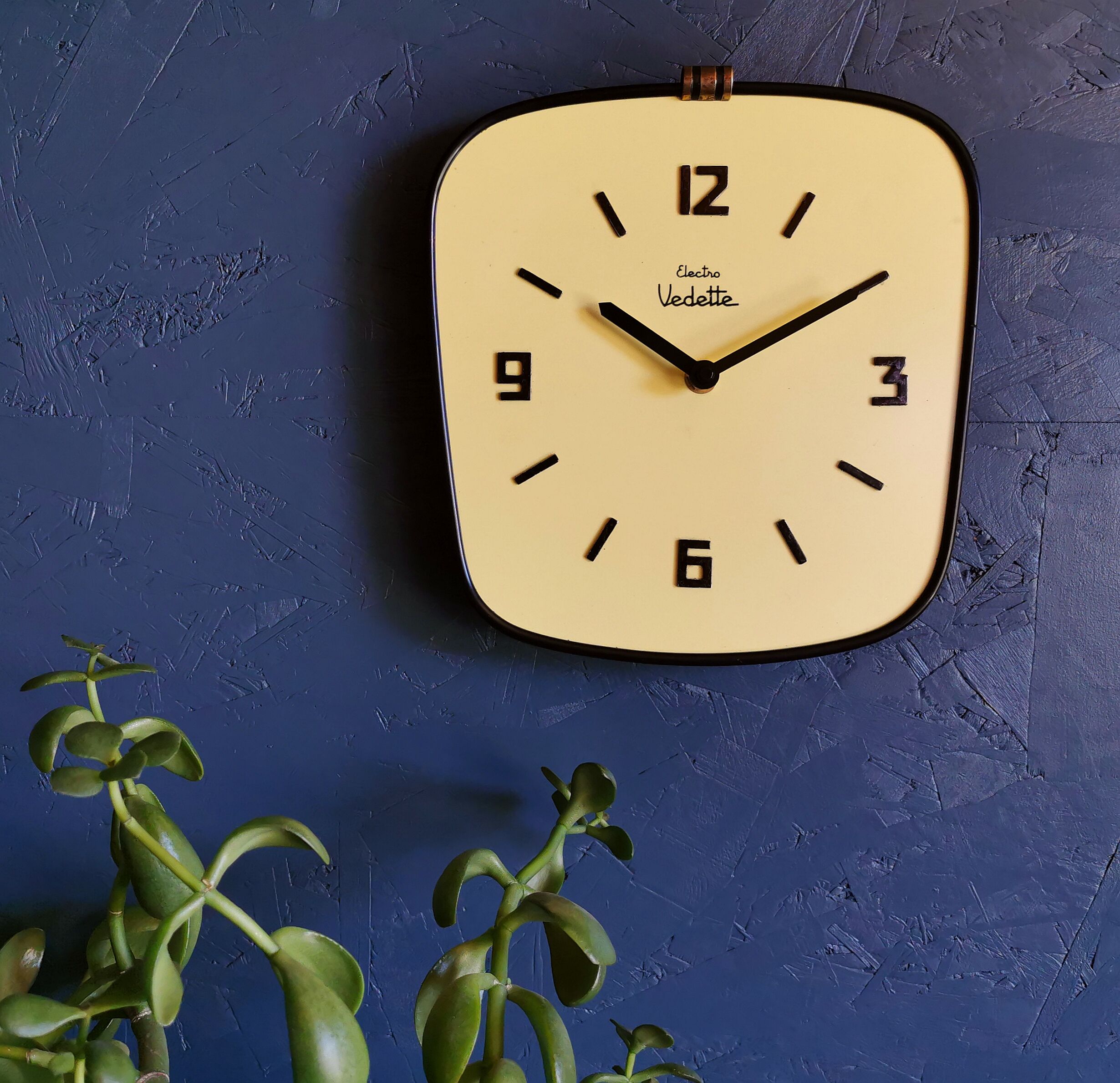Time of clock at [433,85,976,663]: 10:10
